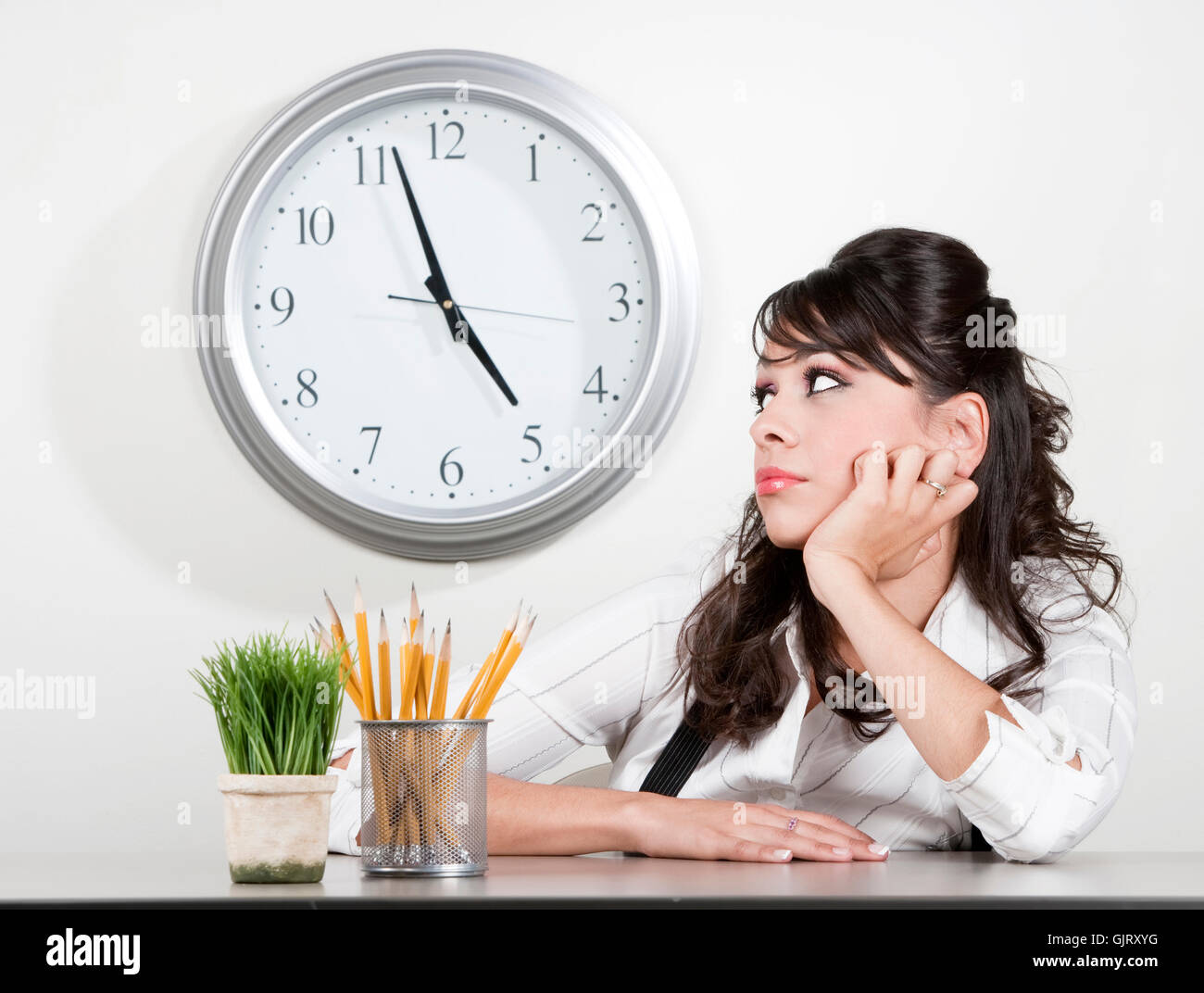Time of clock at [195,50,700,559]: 4:56
